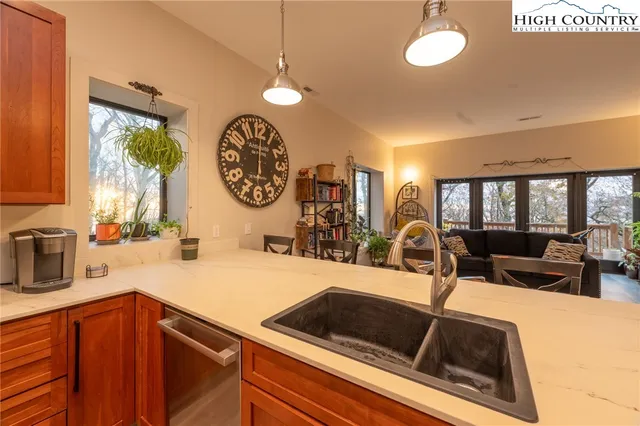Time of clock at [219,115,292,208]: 6:00
